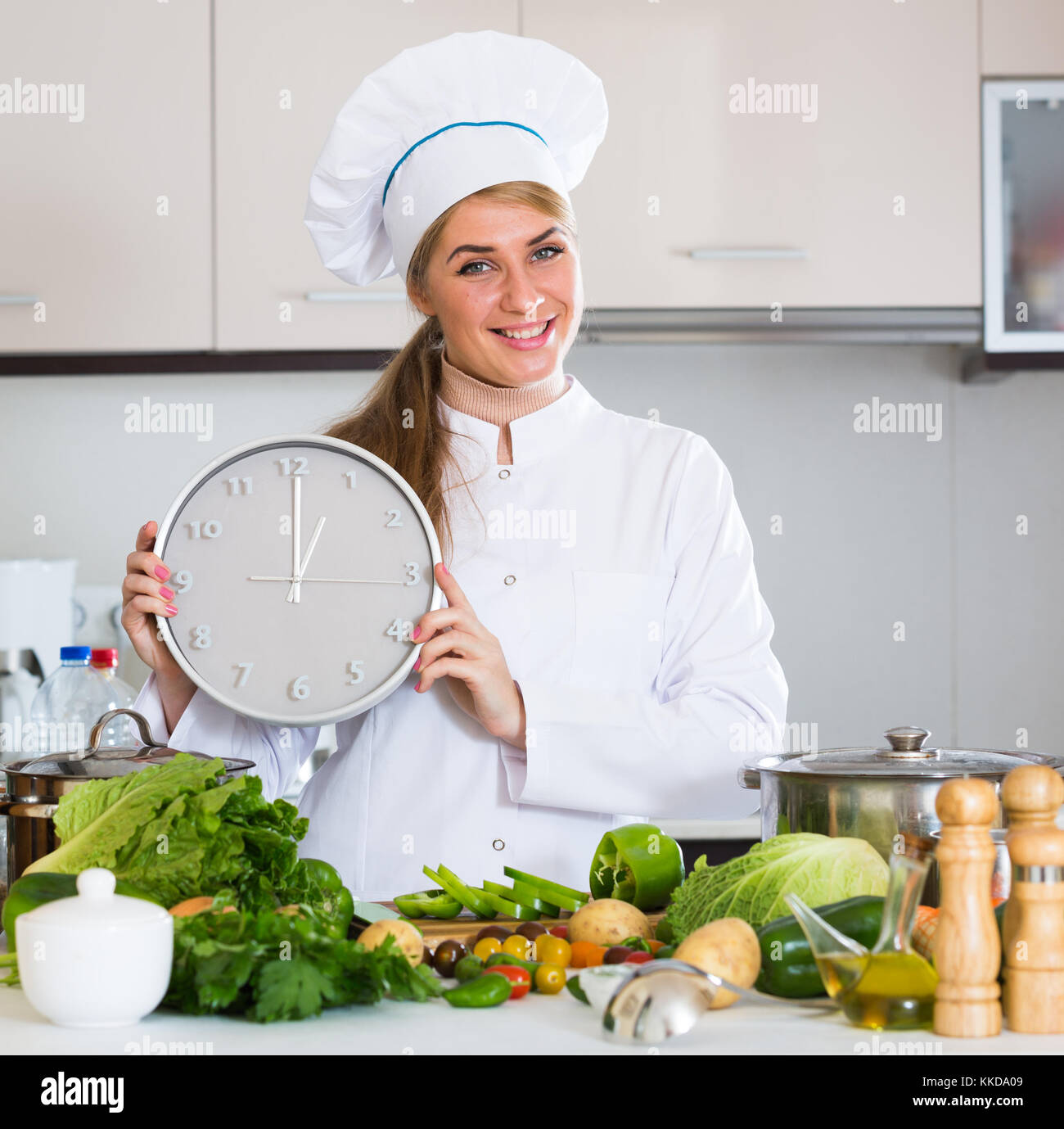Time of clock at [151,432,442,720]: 1:00
